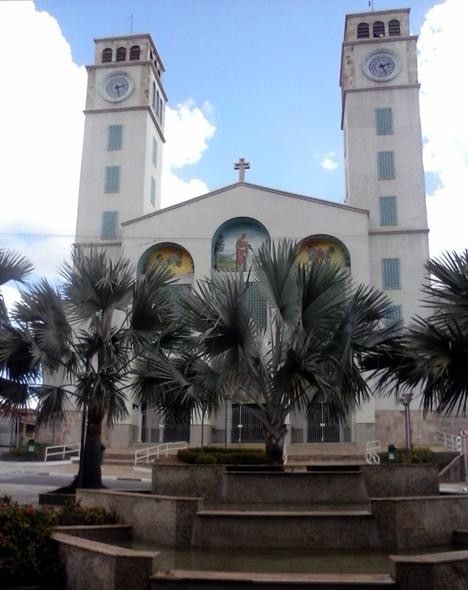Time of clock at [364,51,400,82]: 2:26
